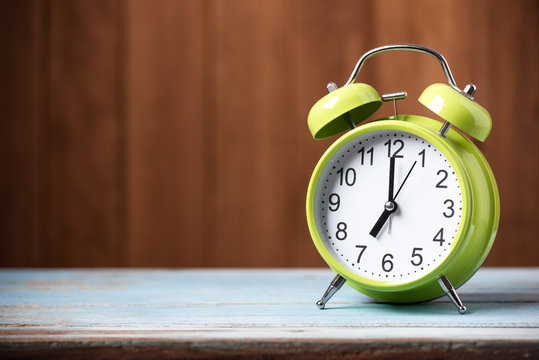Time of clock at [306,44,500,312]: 6:59
